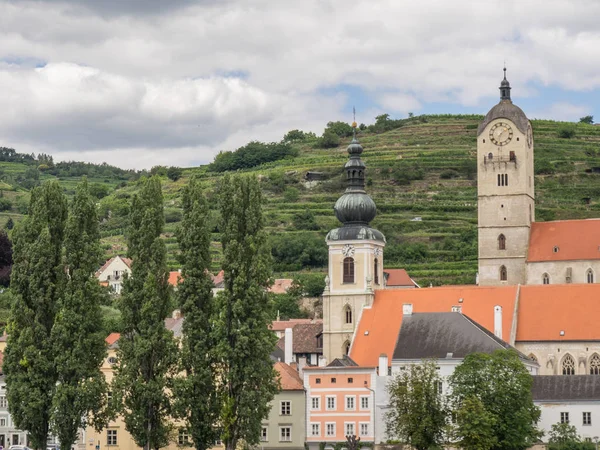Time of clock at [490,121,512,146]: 7:09
